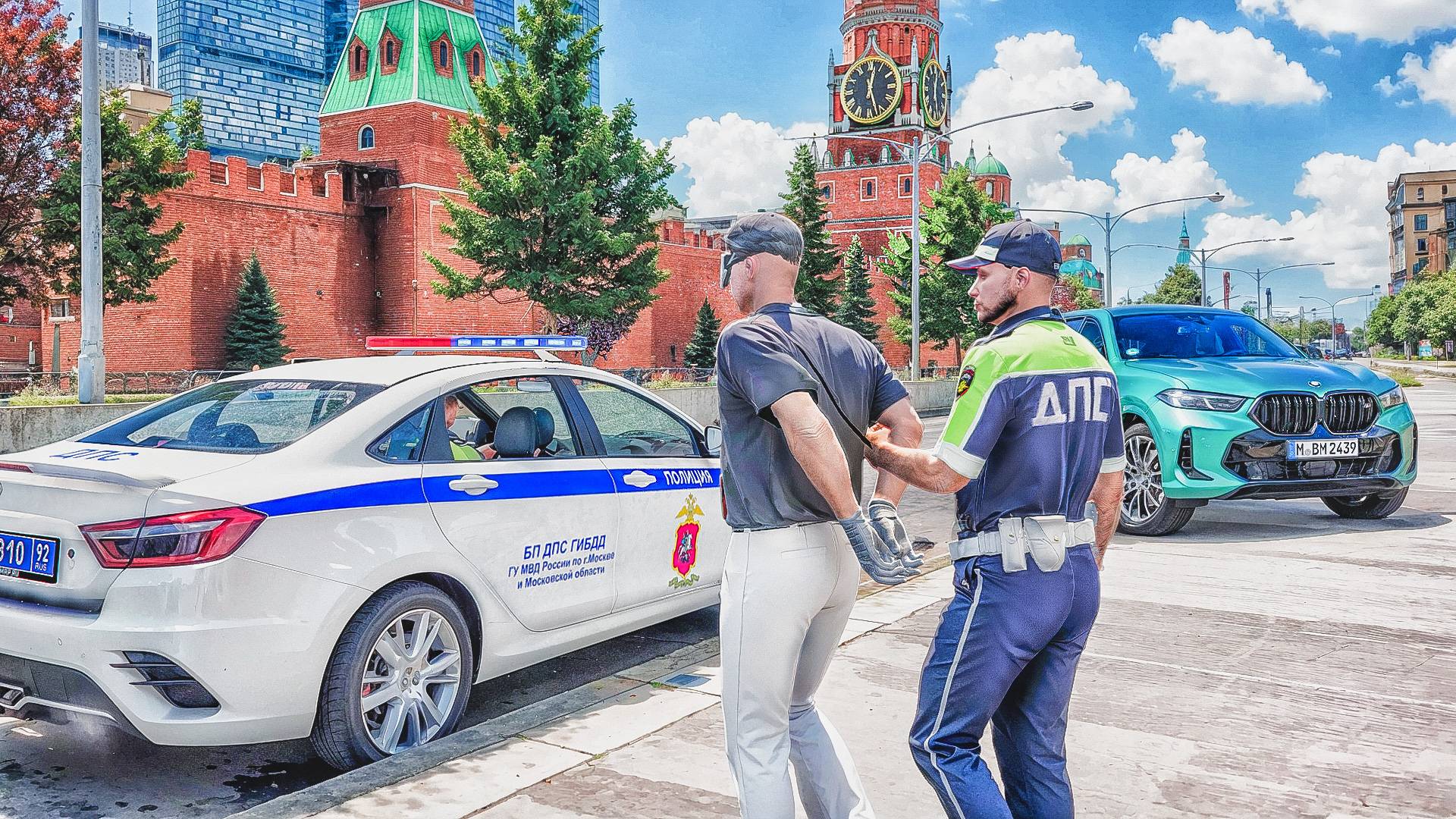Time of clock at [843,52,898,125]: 12:27
